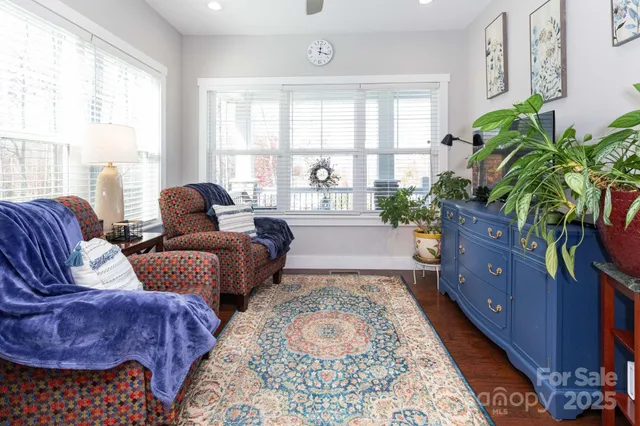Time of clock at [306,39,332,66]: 12:17
